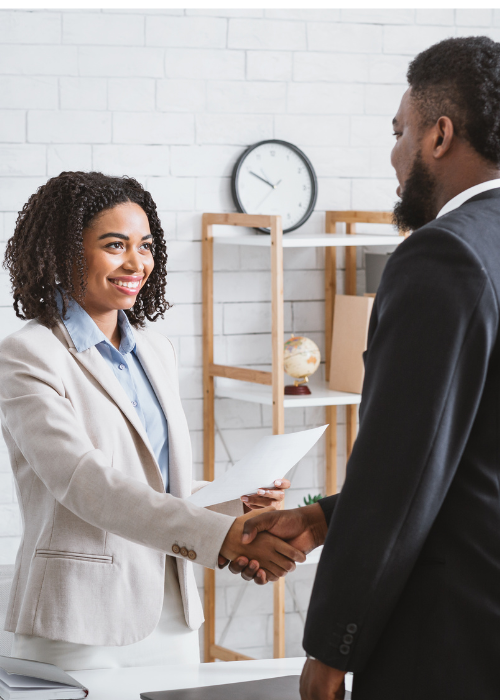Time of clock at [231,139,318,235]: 9:49
